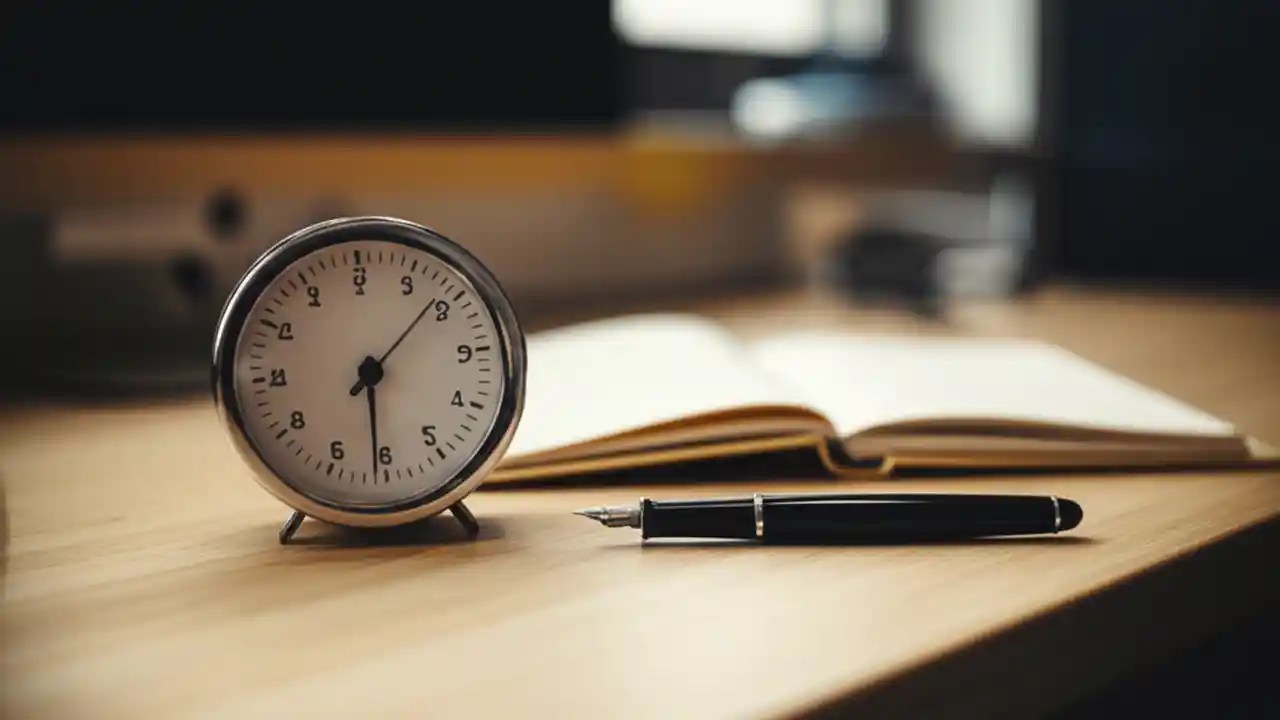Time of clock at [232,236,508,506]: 6:08
